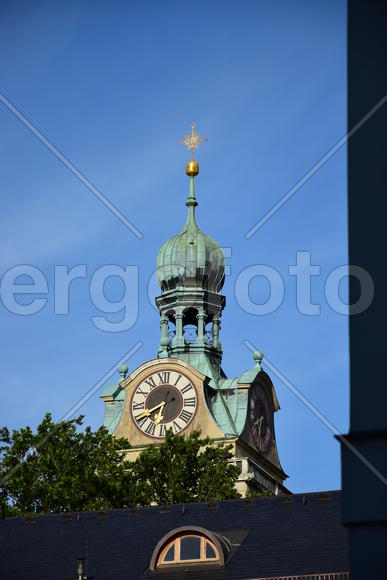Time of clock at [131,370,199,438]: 6:40
